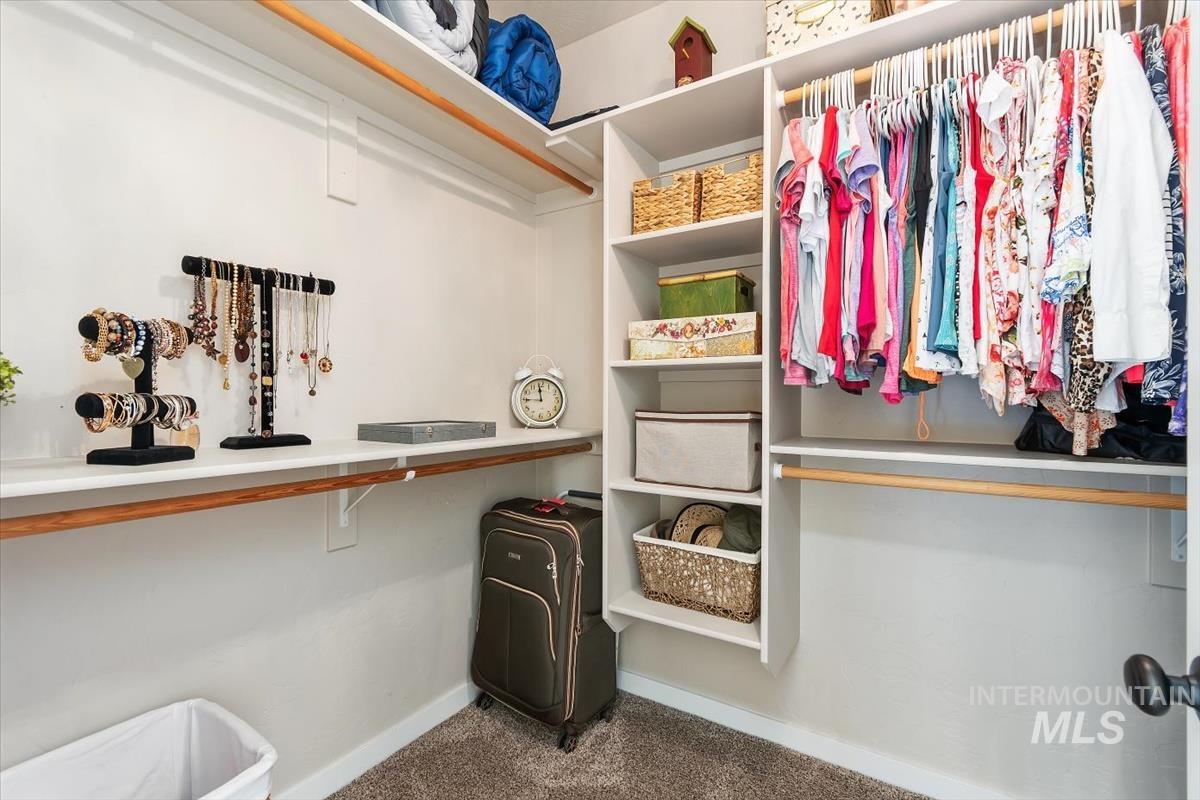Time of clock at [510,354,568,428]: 11:45
